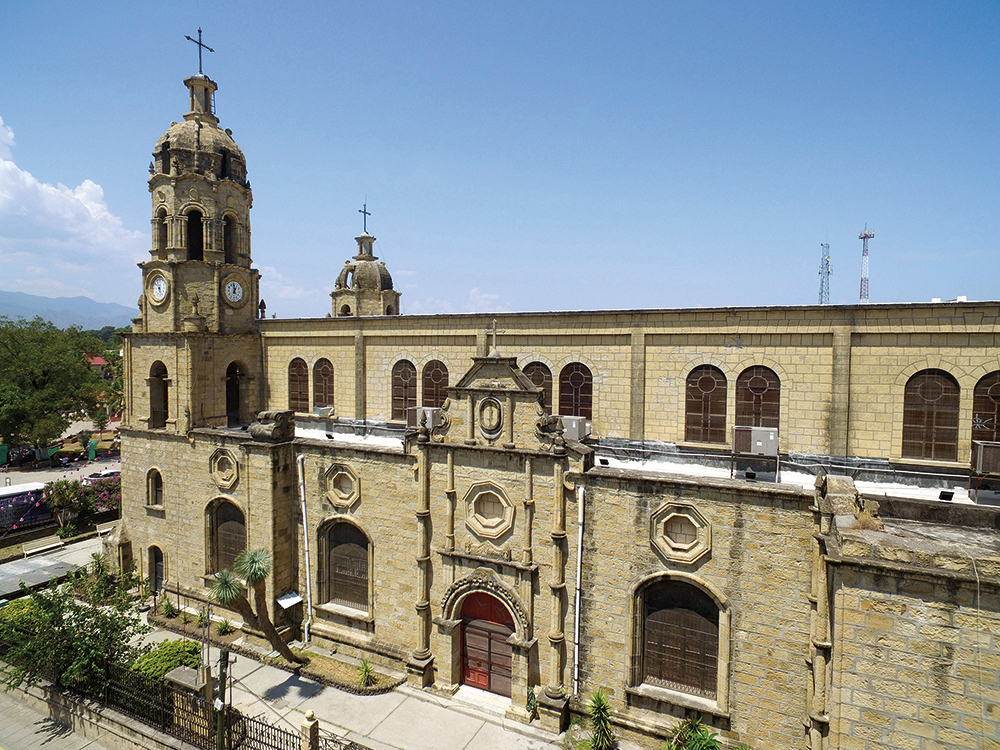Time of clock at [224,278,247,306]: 12:59
